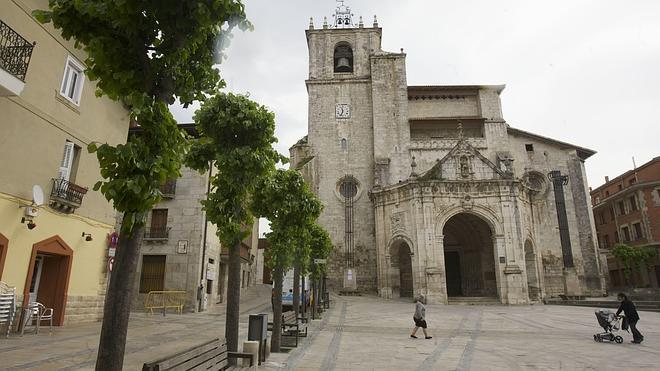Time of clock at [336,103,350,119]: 11:33
